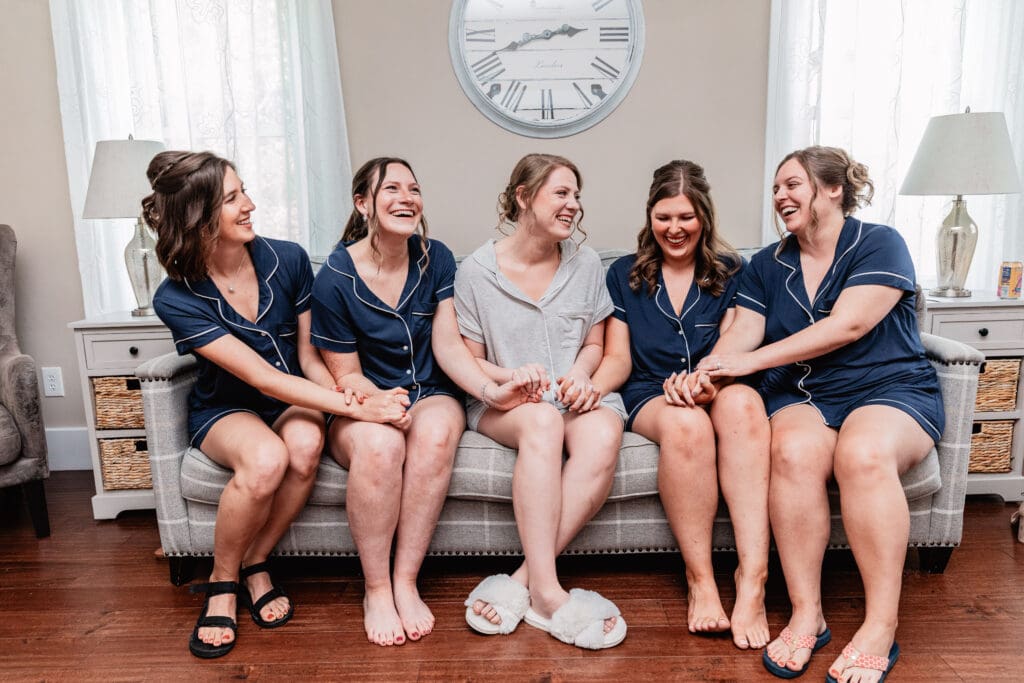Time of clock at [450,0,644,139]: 2:41
